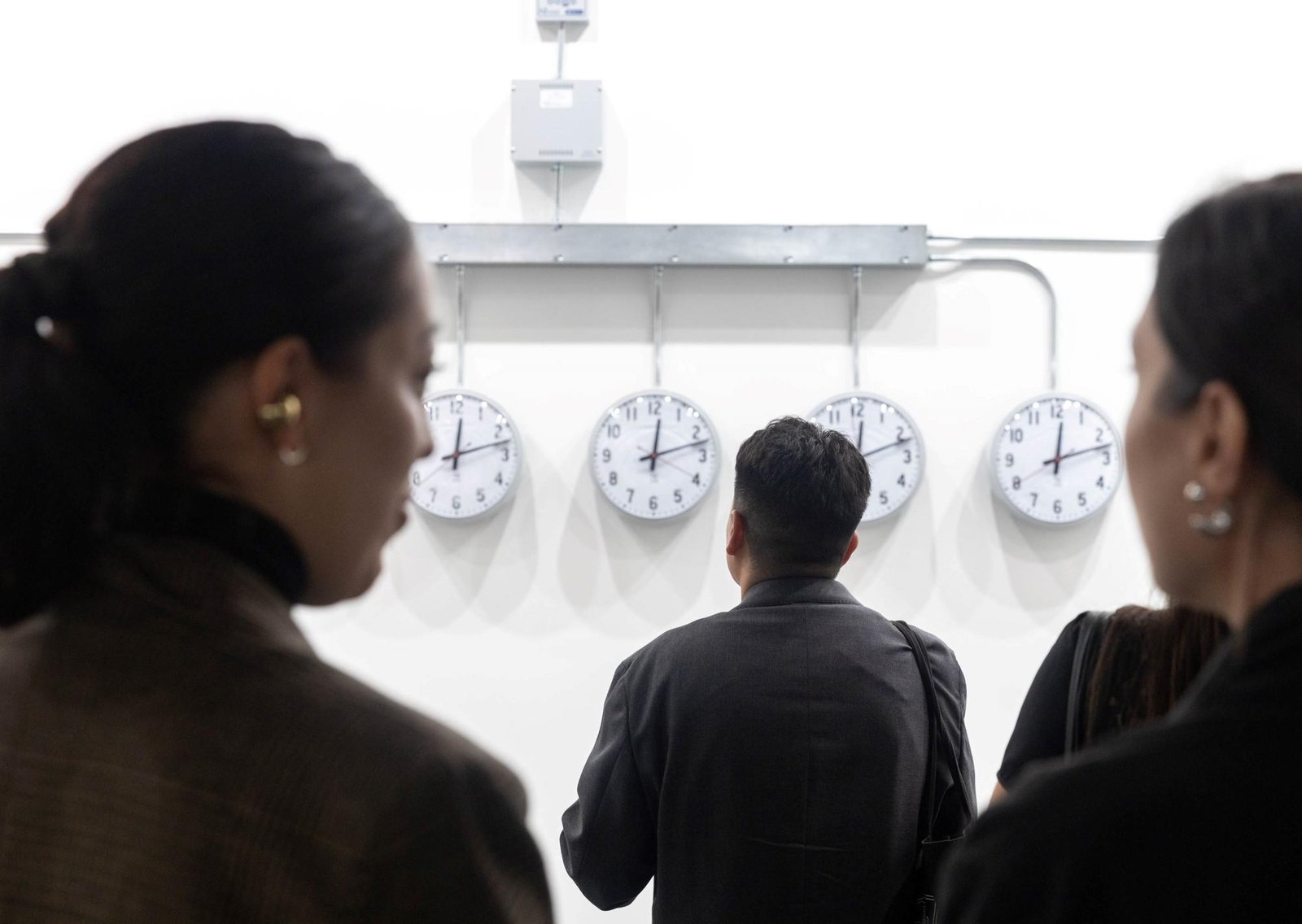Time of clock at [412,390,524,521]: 12:12
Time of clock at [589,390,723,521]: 12:12
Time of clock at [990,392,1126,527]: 12:12
